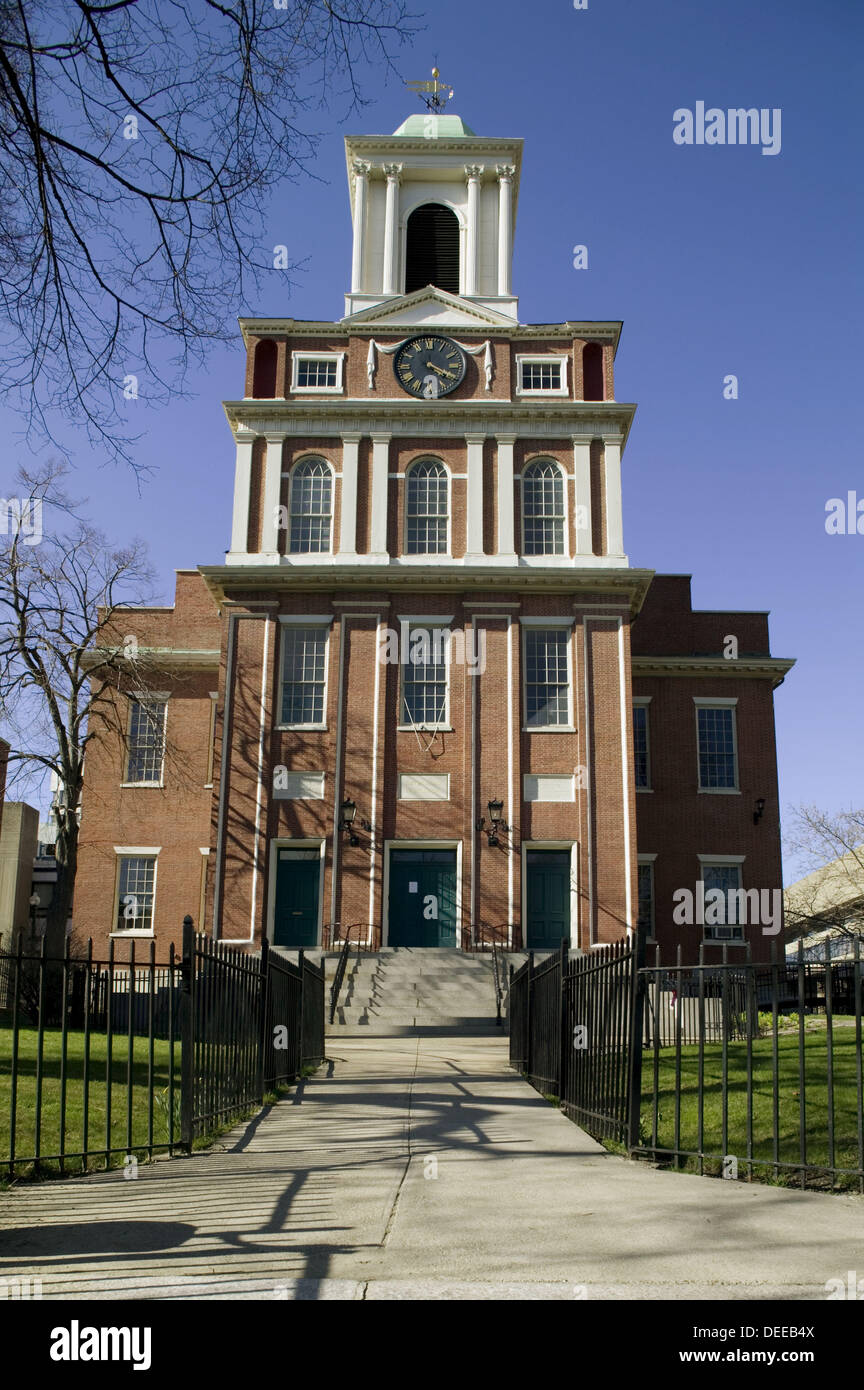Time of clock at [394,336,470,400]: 4:19
